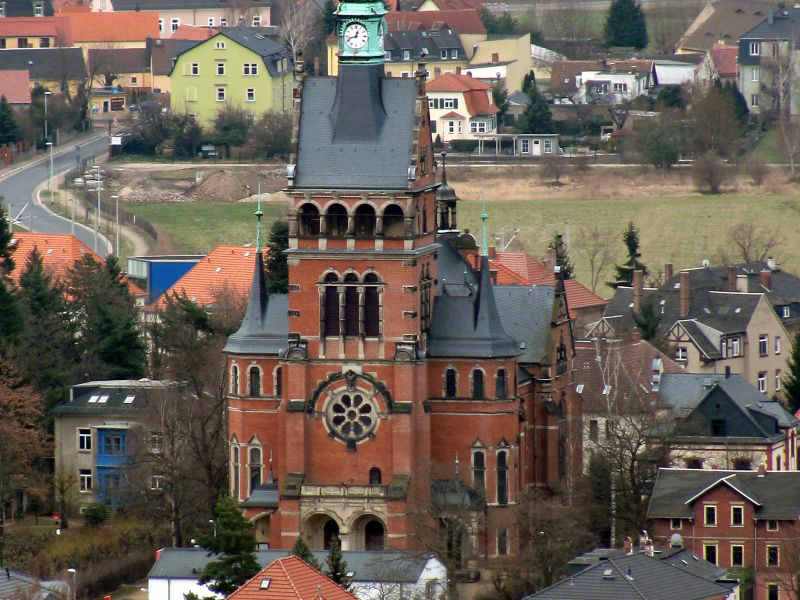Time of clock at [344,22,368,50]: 12:42
